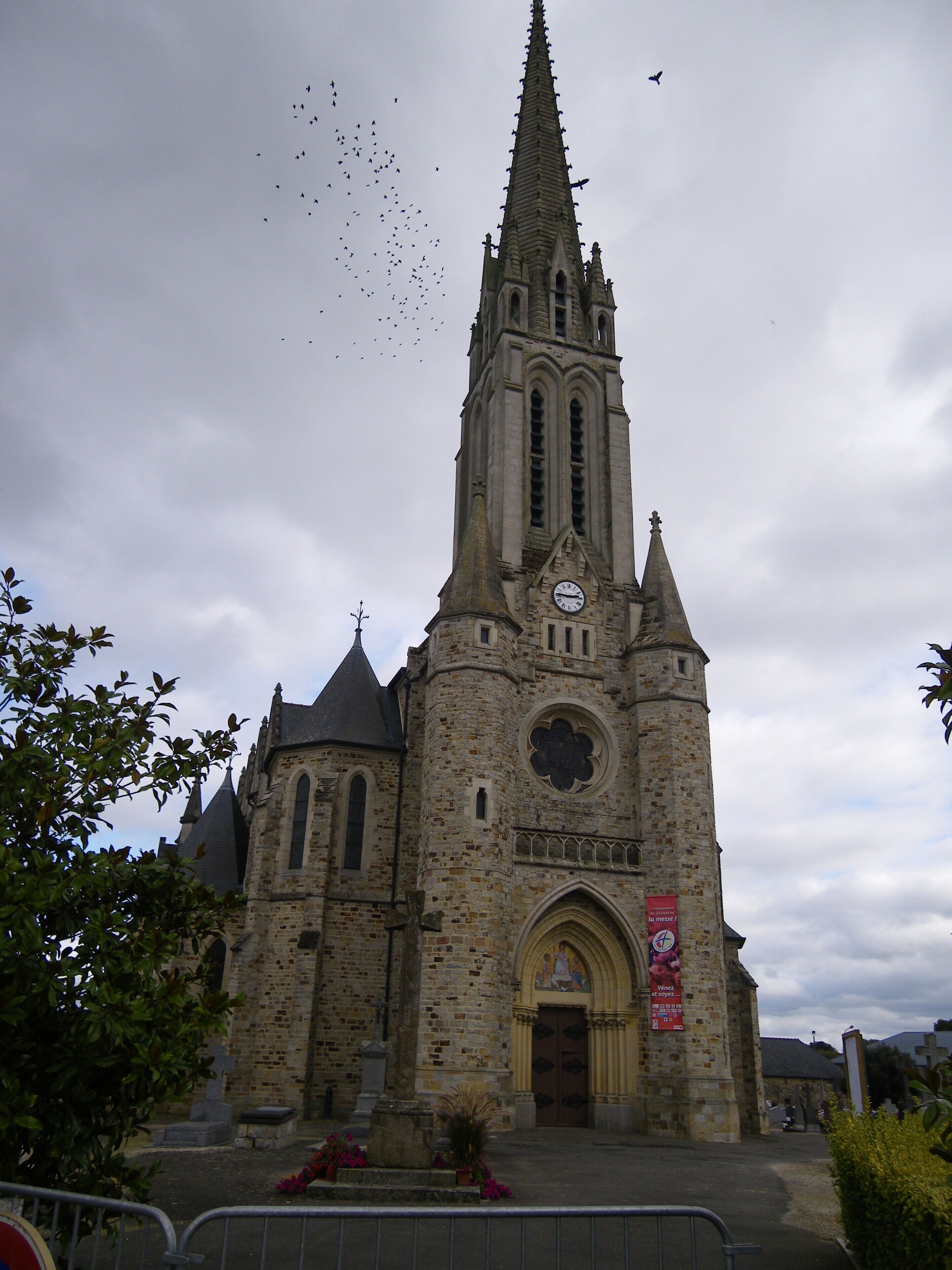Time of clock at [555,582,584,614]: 2:45
